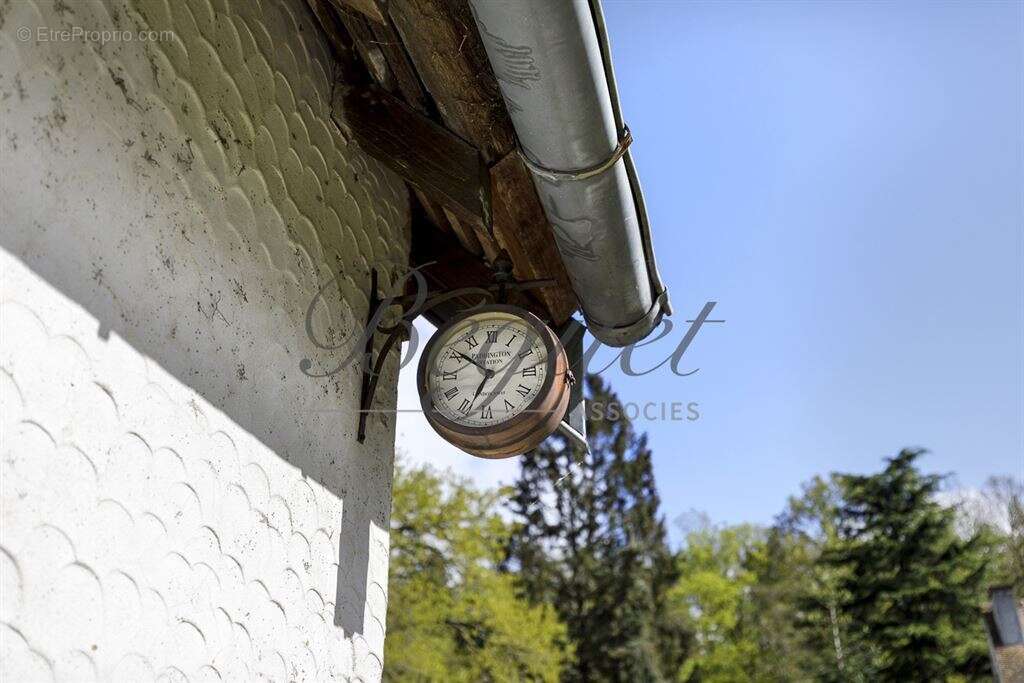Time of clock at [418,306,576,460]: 6:51
